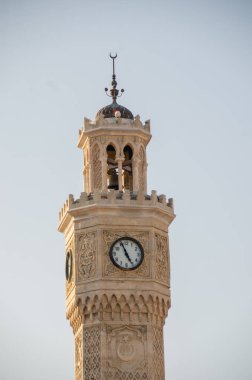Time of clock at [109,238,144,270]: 4:56
